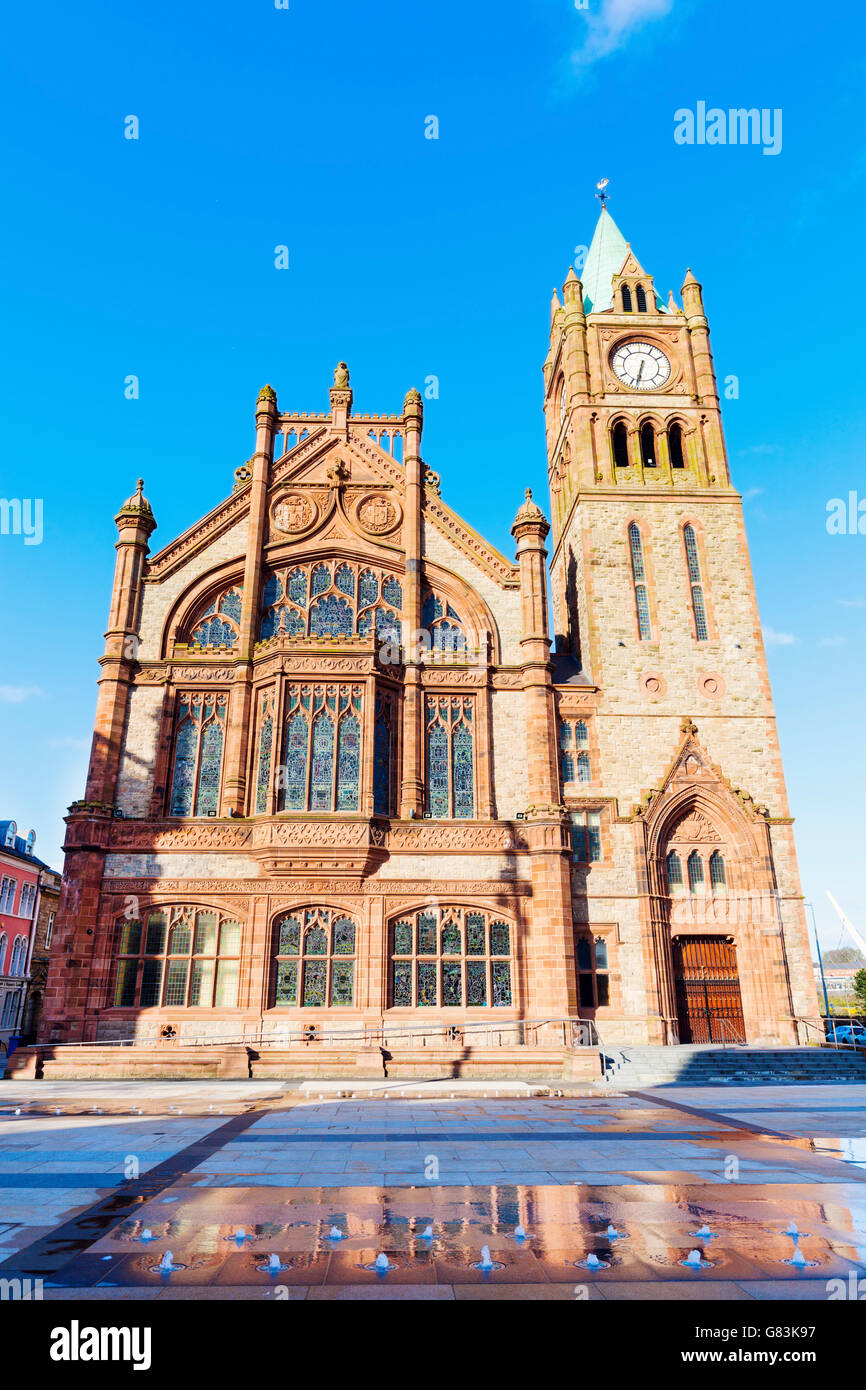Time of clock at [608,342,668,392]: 6:32
